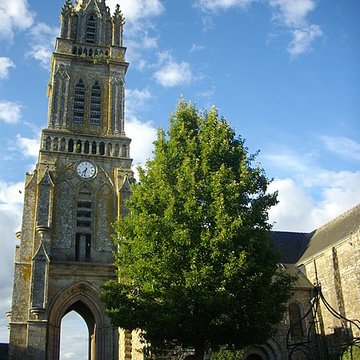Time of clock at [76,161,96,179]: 7:32
